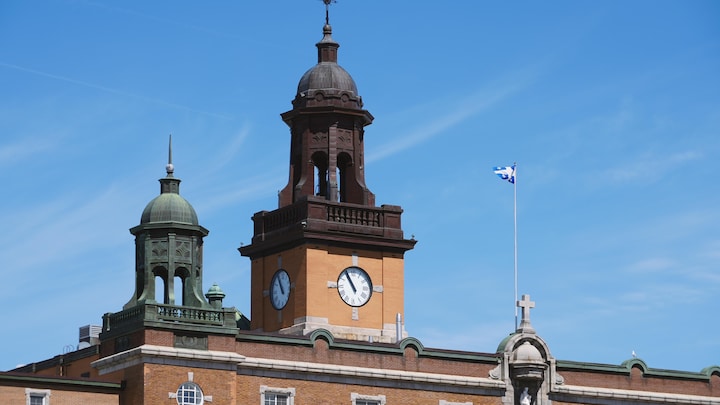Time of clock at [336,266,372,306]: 10:55
